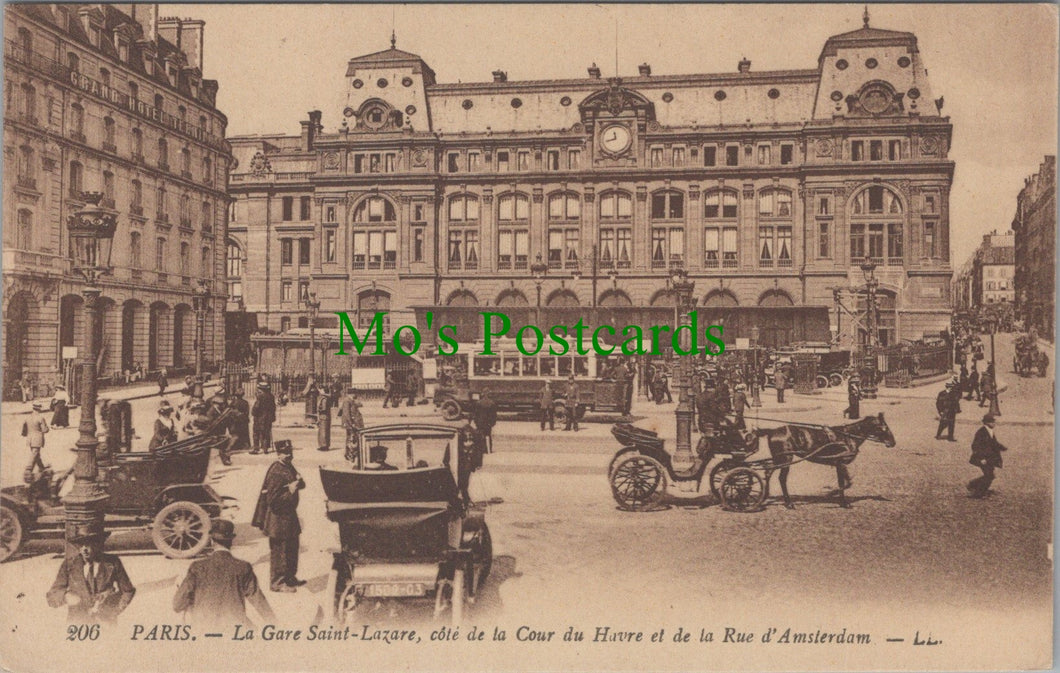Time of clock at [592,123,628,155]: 11:42
